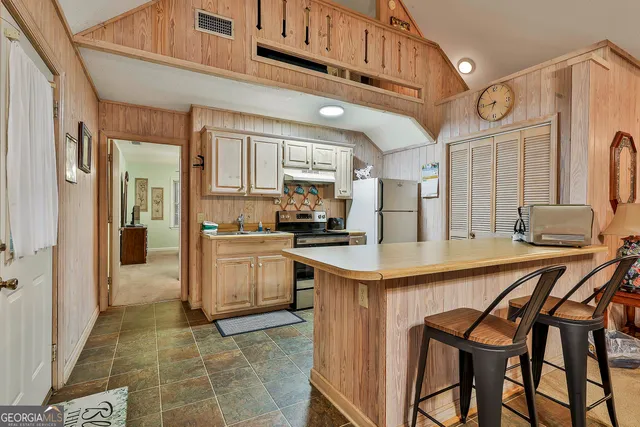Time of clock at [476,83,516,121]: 6:43
